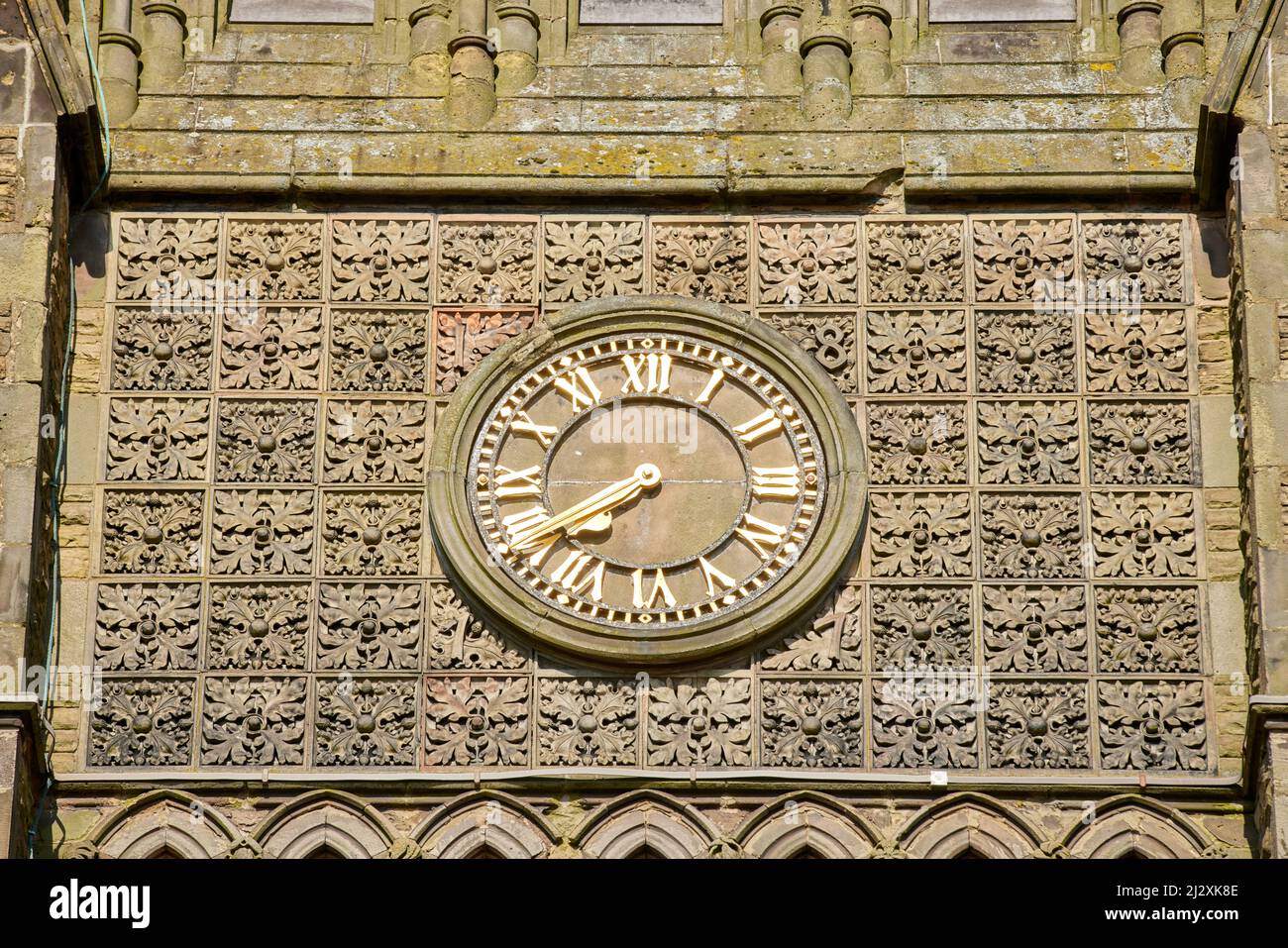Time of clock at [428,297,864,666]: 7:40
